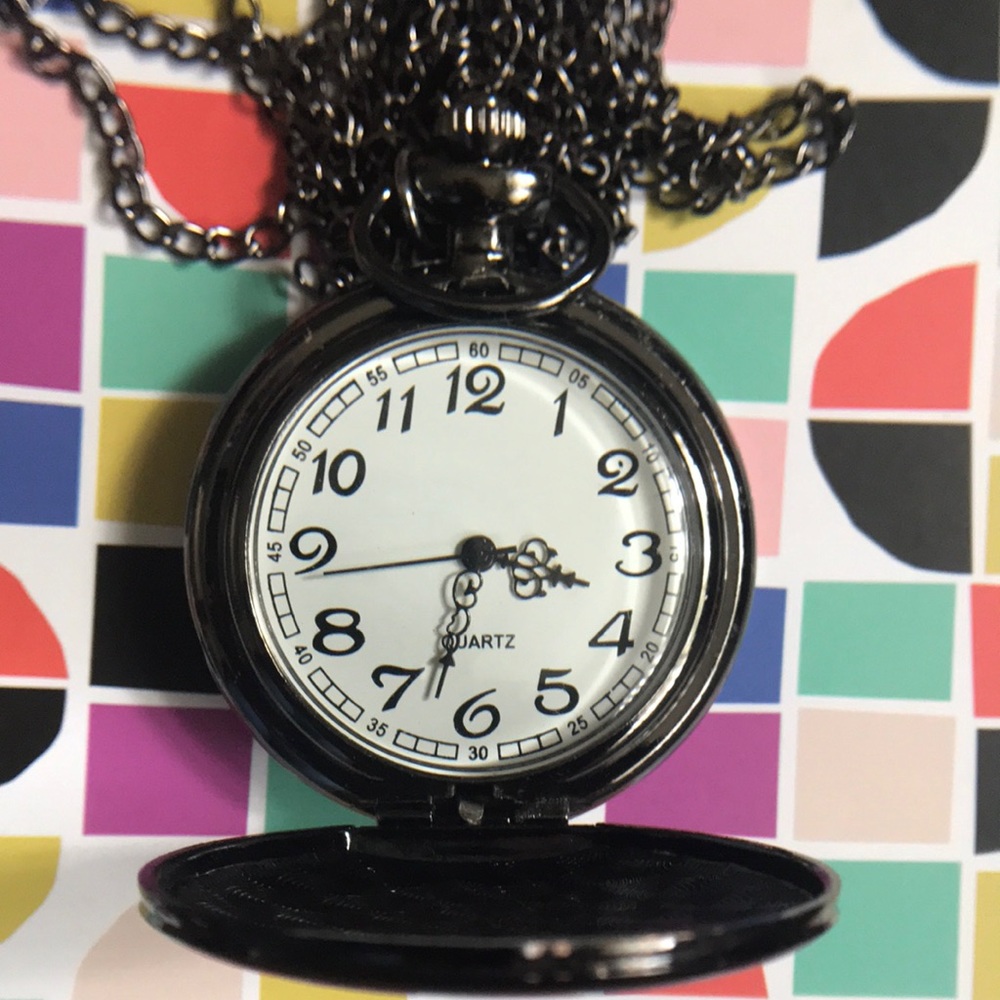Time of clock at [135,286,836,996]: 3:32
